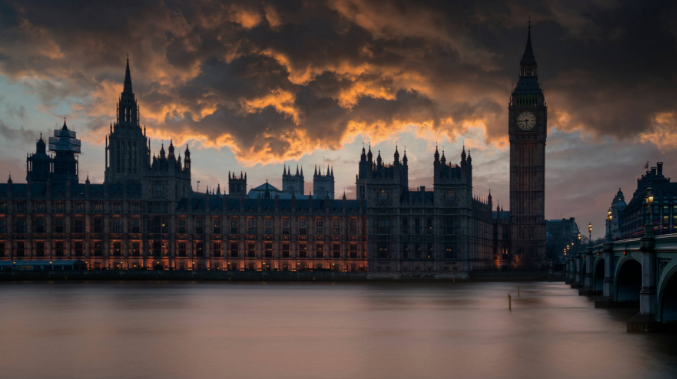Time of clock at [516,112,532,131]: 5:43
